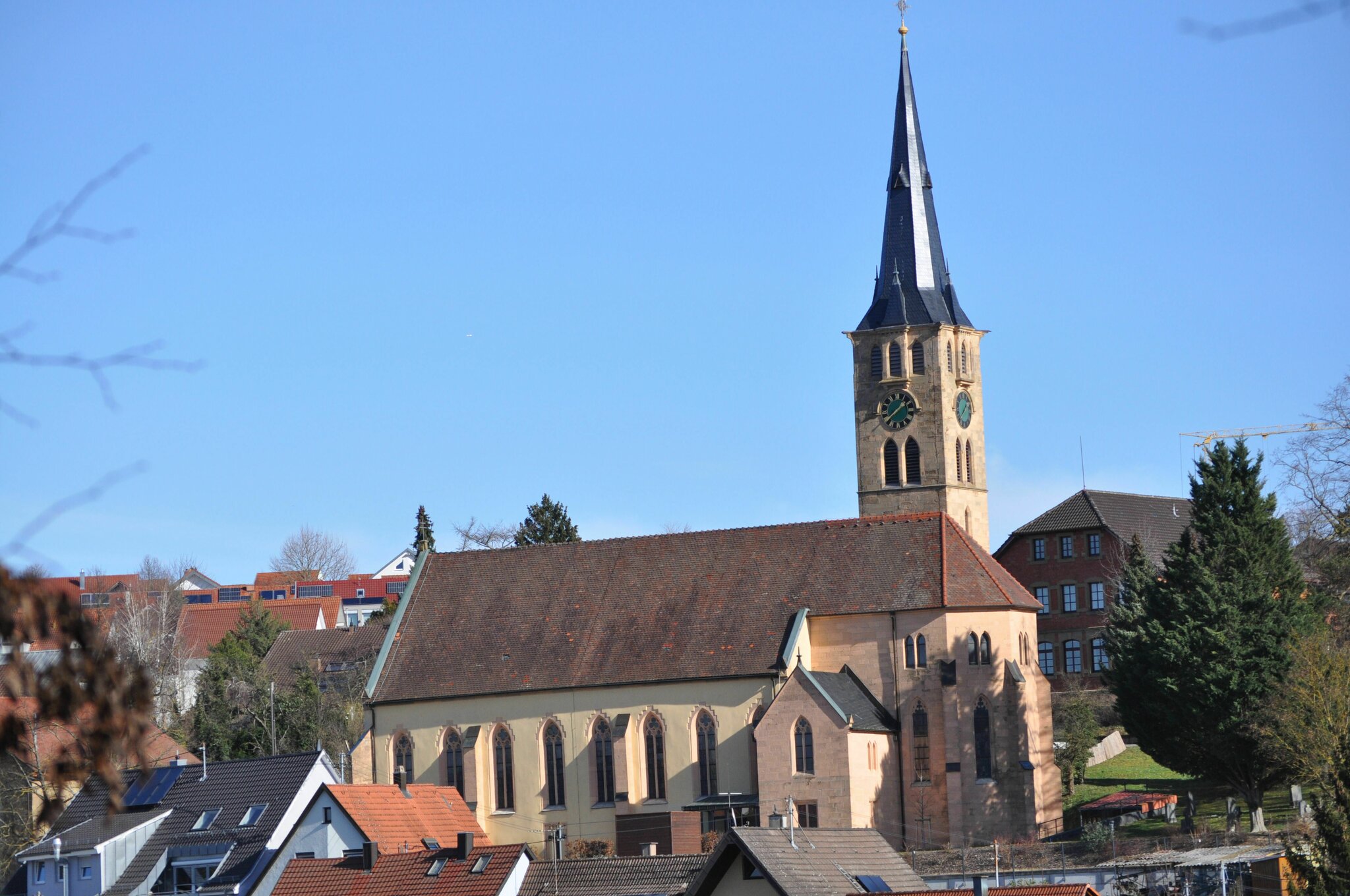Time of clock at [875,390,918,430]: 1:38
